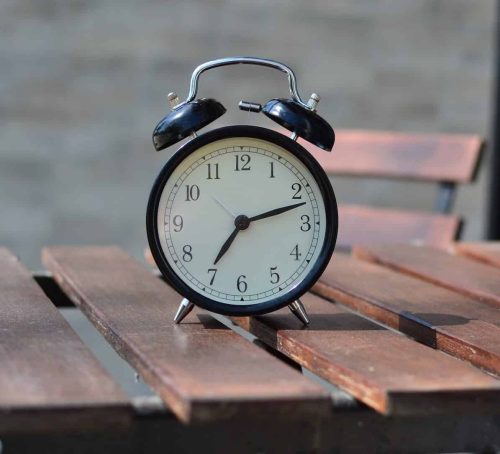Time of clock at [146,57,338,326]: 7:12
